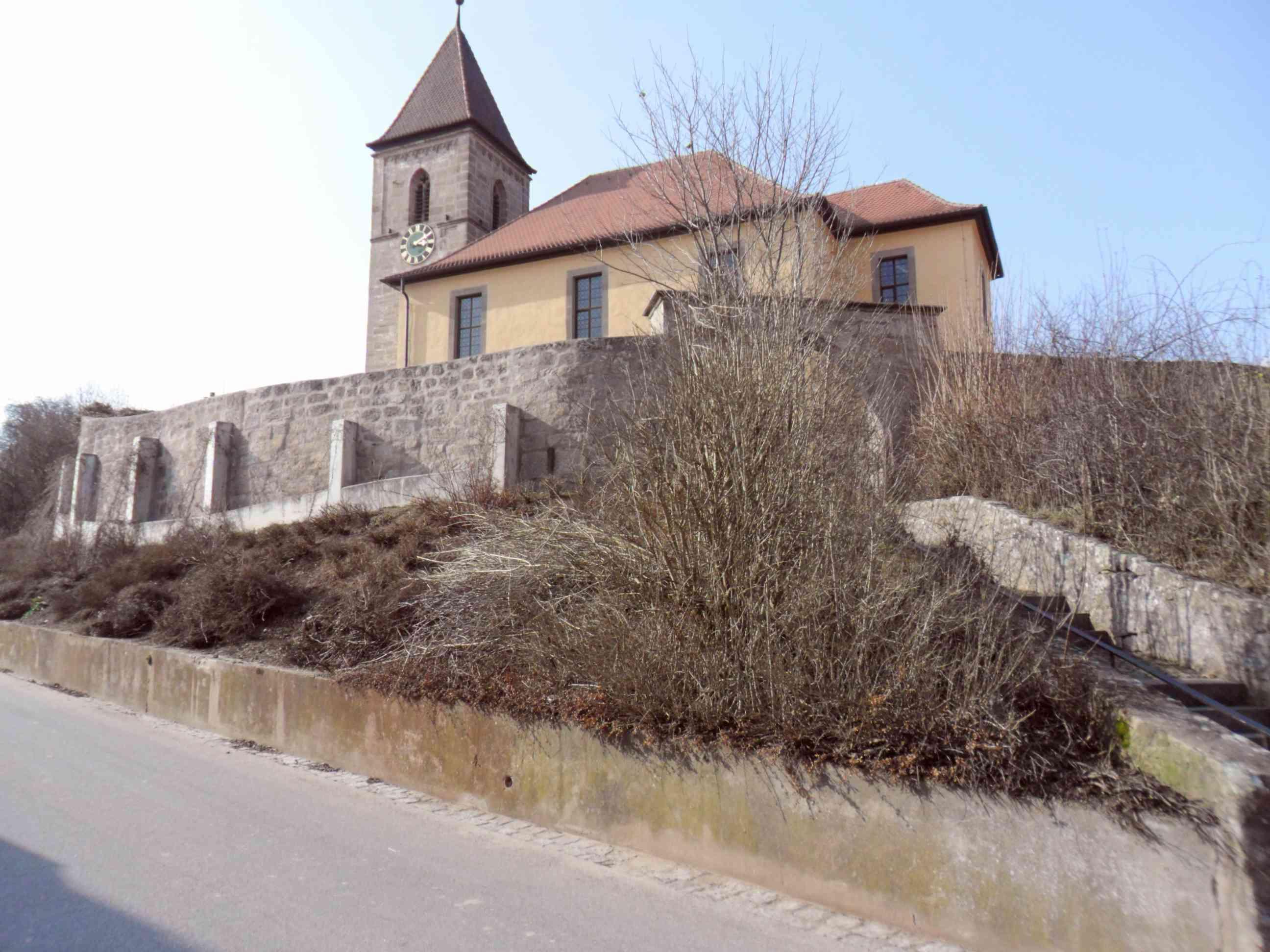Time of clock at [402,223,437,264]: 3:09
